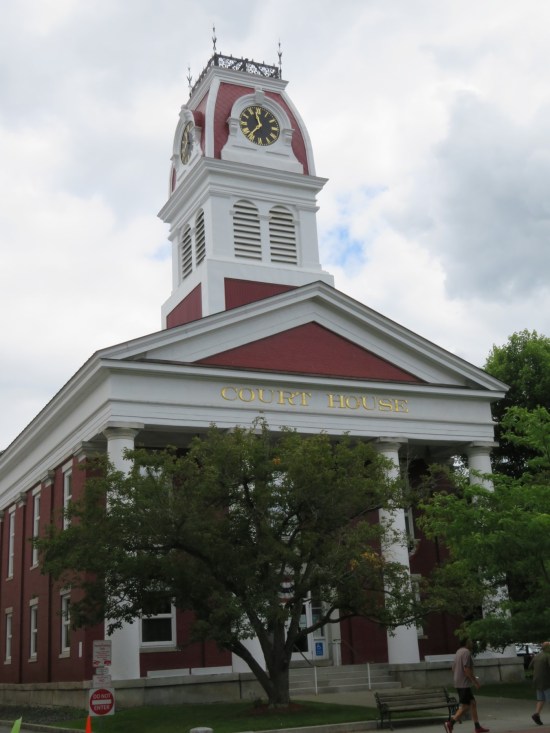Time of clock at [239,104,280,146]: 11:36
